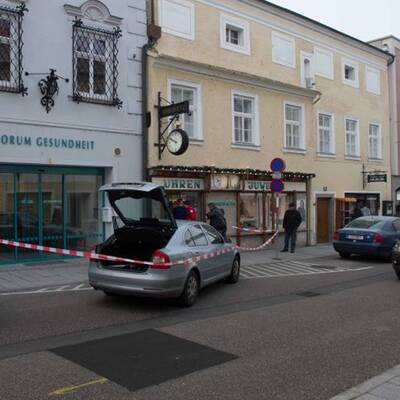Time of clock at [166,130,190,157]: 9:48
